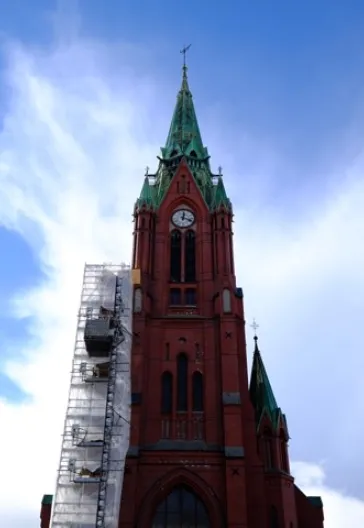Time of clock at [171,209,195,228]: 12:18
